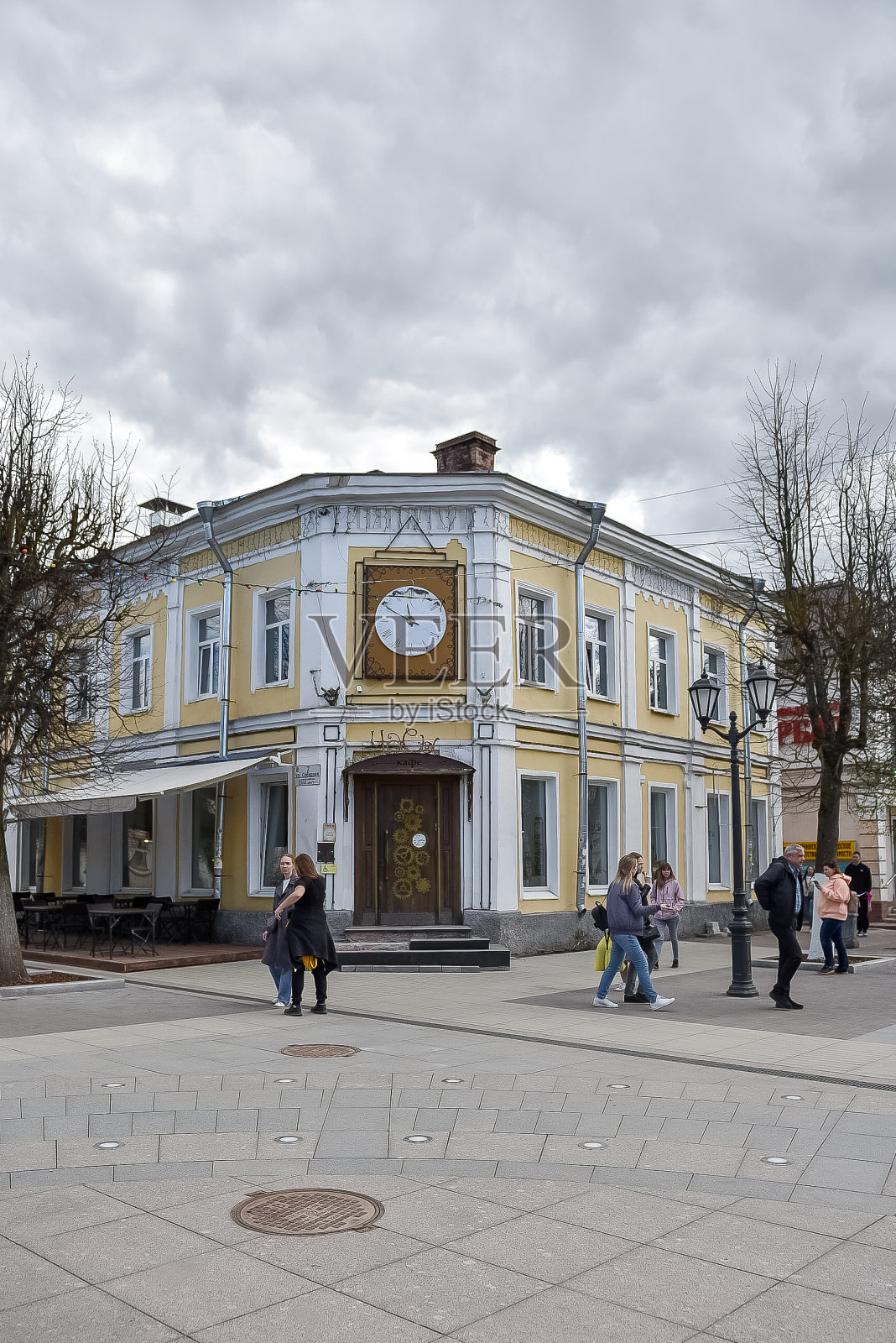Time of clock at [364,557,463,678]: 9:14
